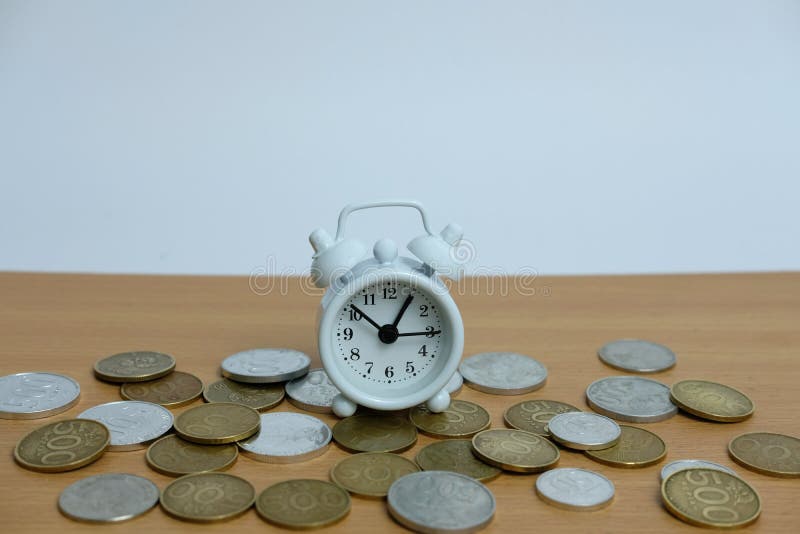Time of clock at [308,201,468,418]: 12:51
